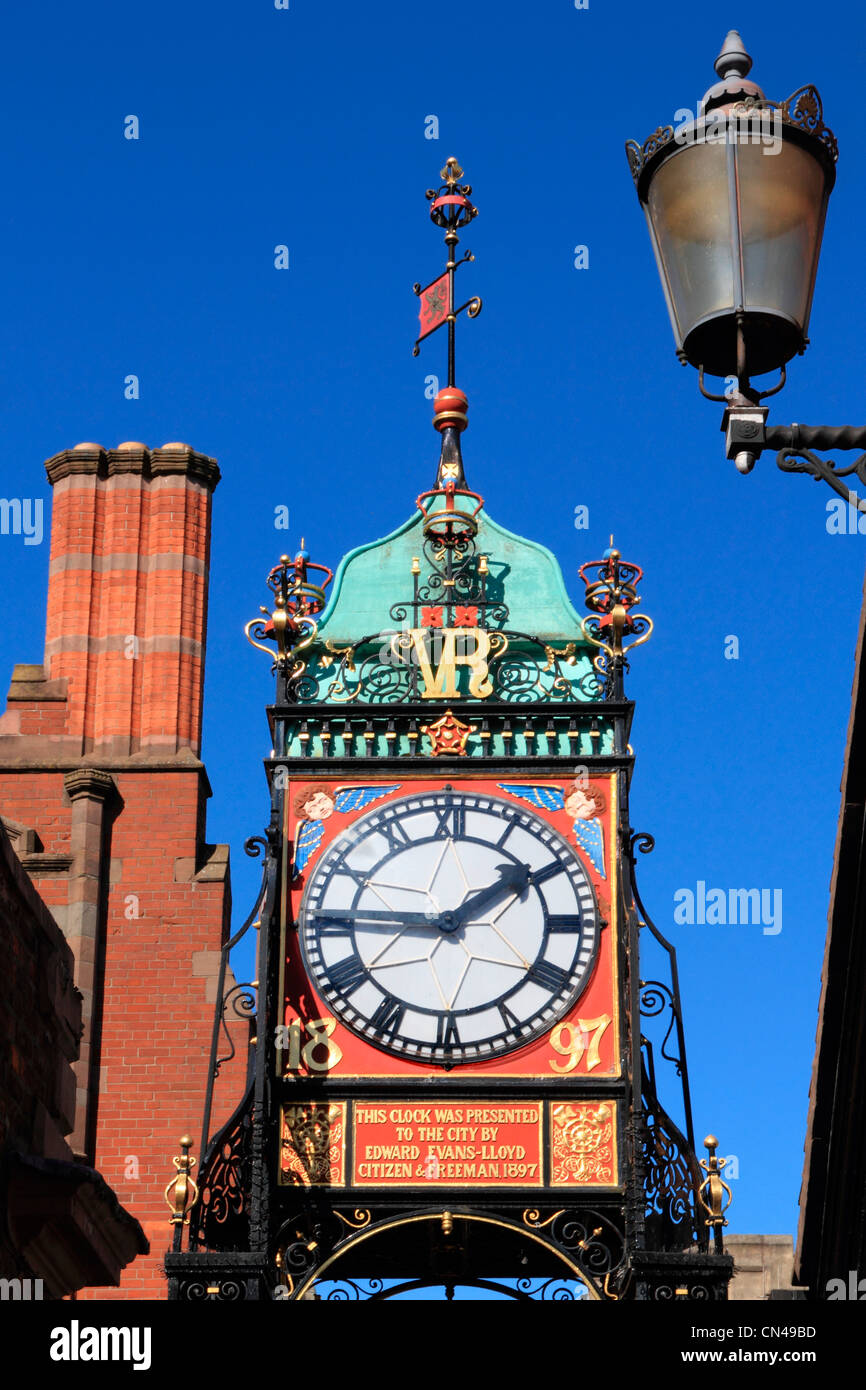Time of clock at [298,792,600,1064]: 1:45
